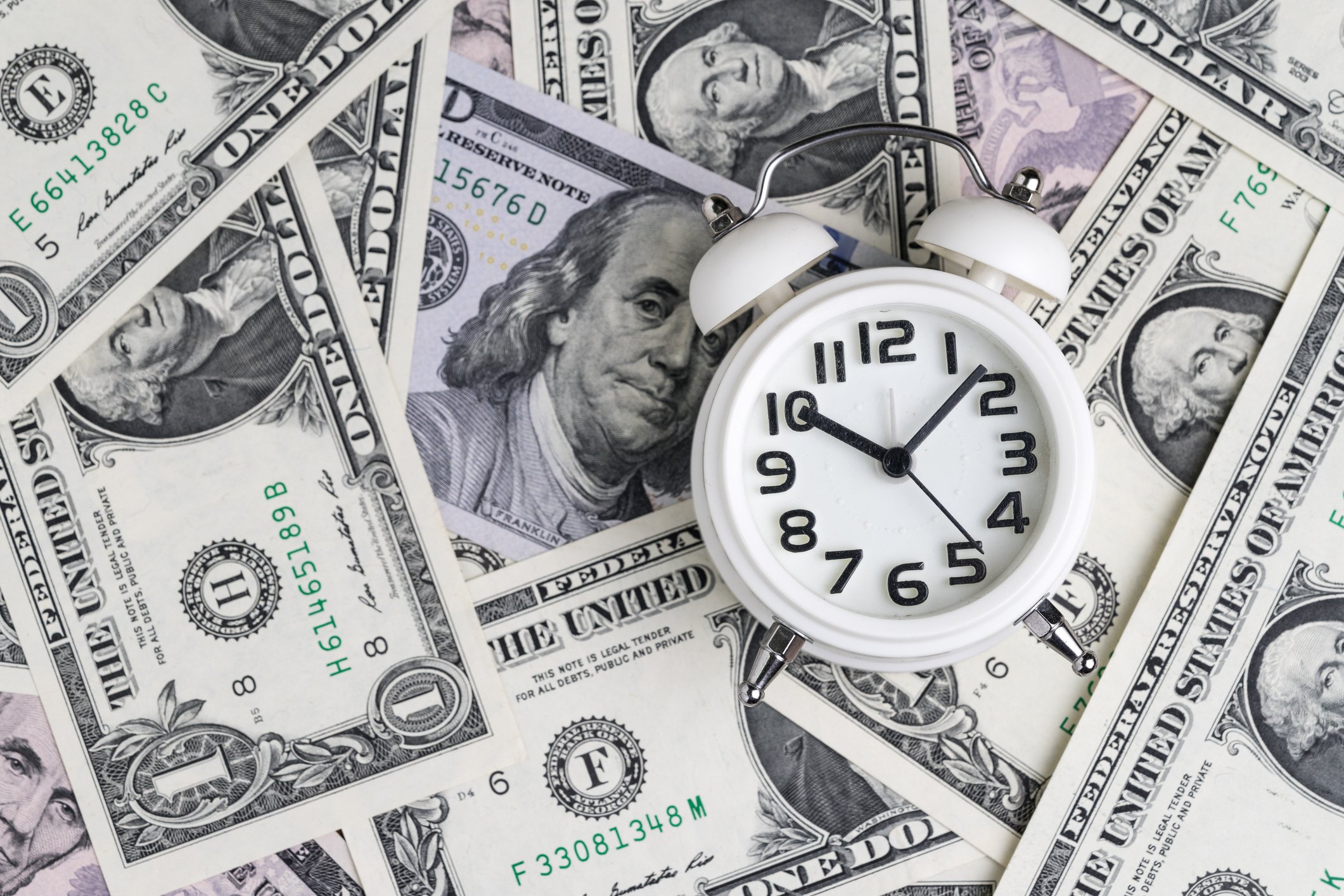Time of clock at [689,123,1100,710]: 10:07
